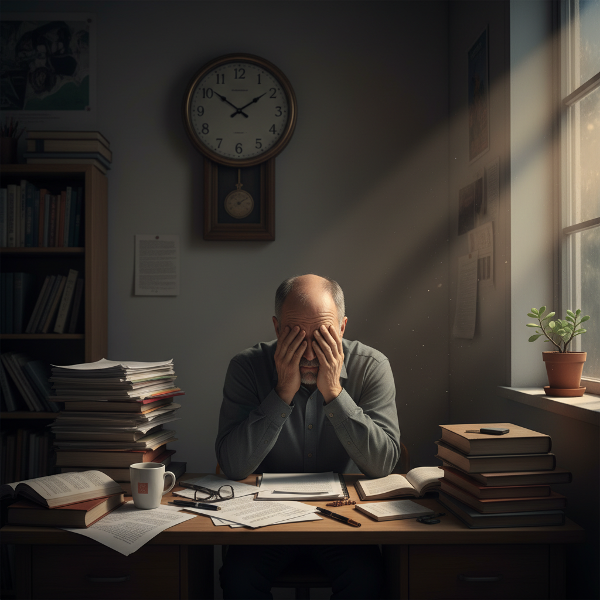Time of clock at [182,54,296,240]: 1:51
